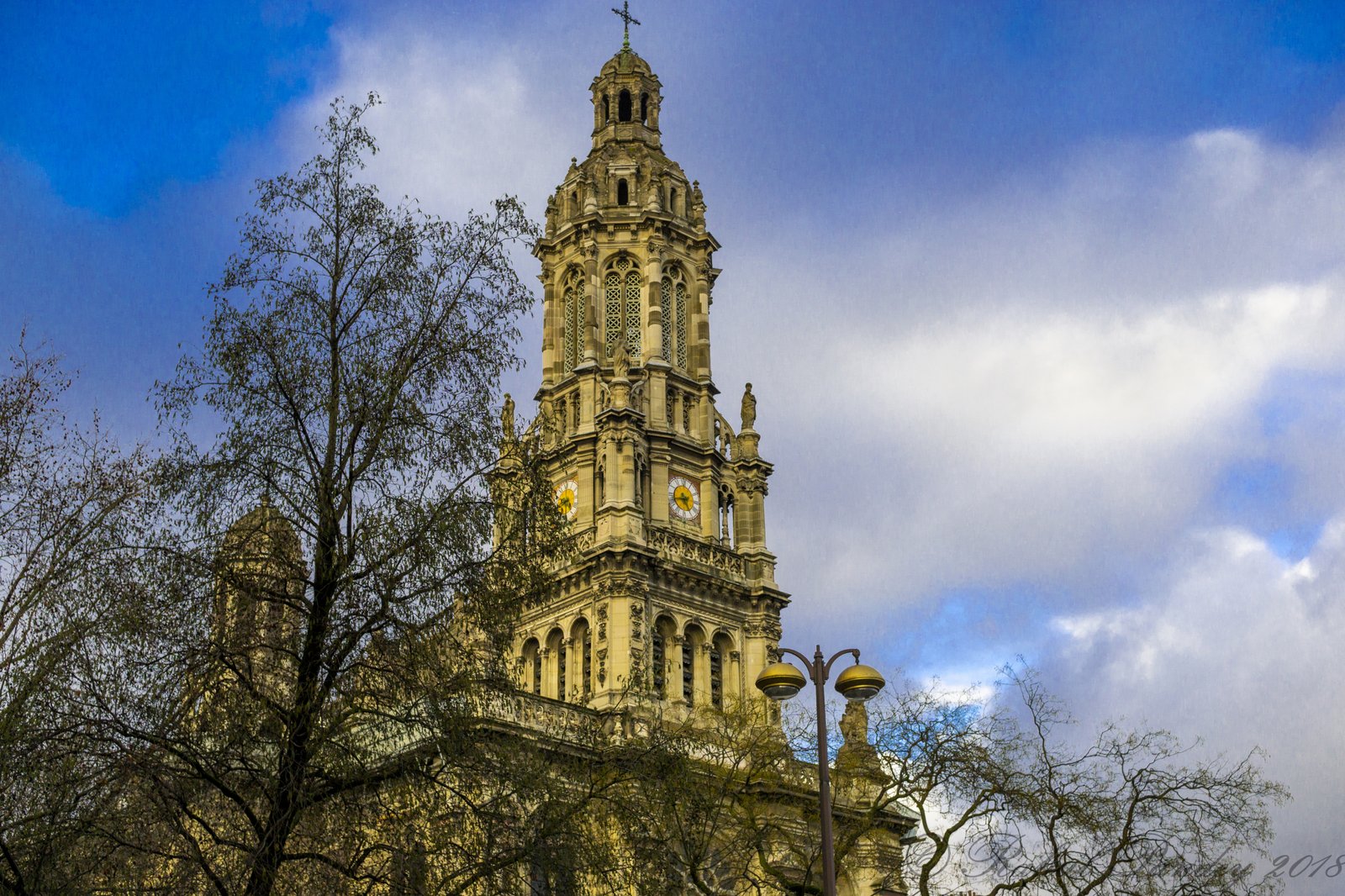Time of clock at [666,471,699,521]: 4:42
